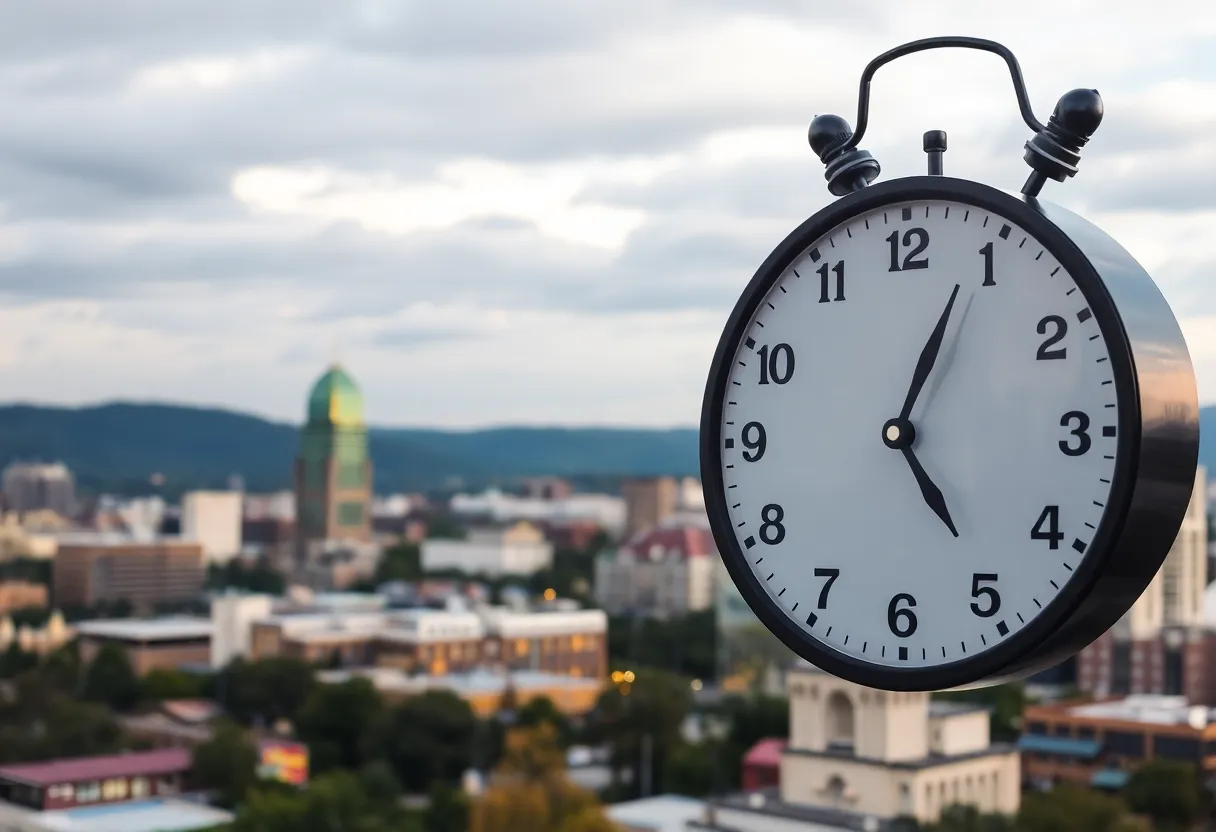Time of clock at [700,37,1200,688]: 5:04
